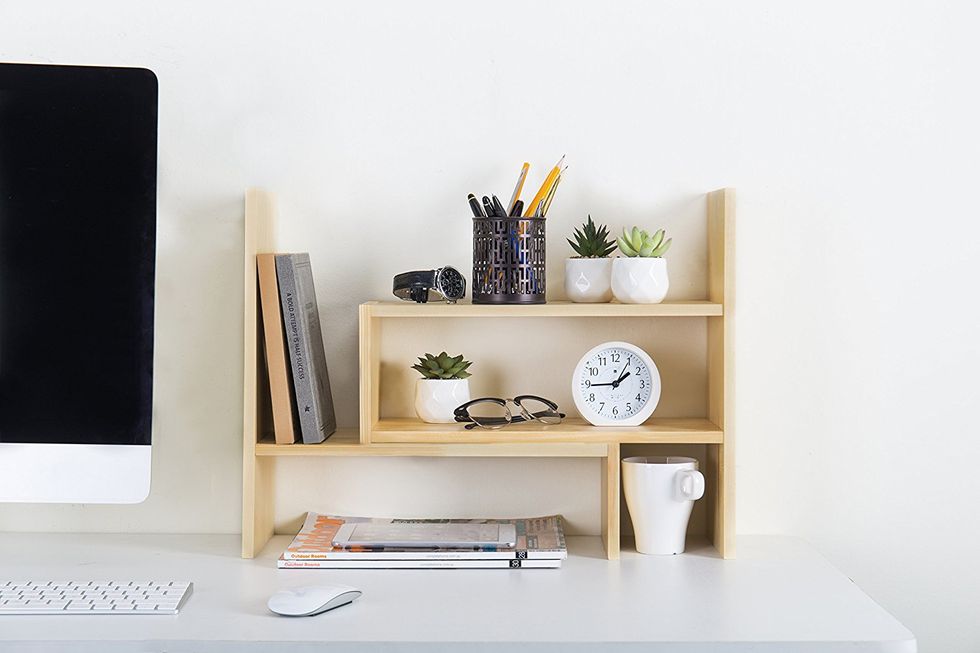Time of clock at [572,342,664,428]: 1:44
